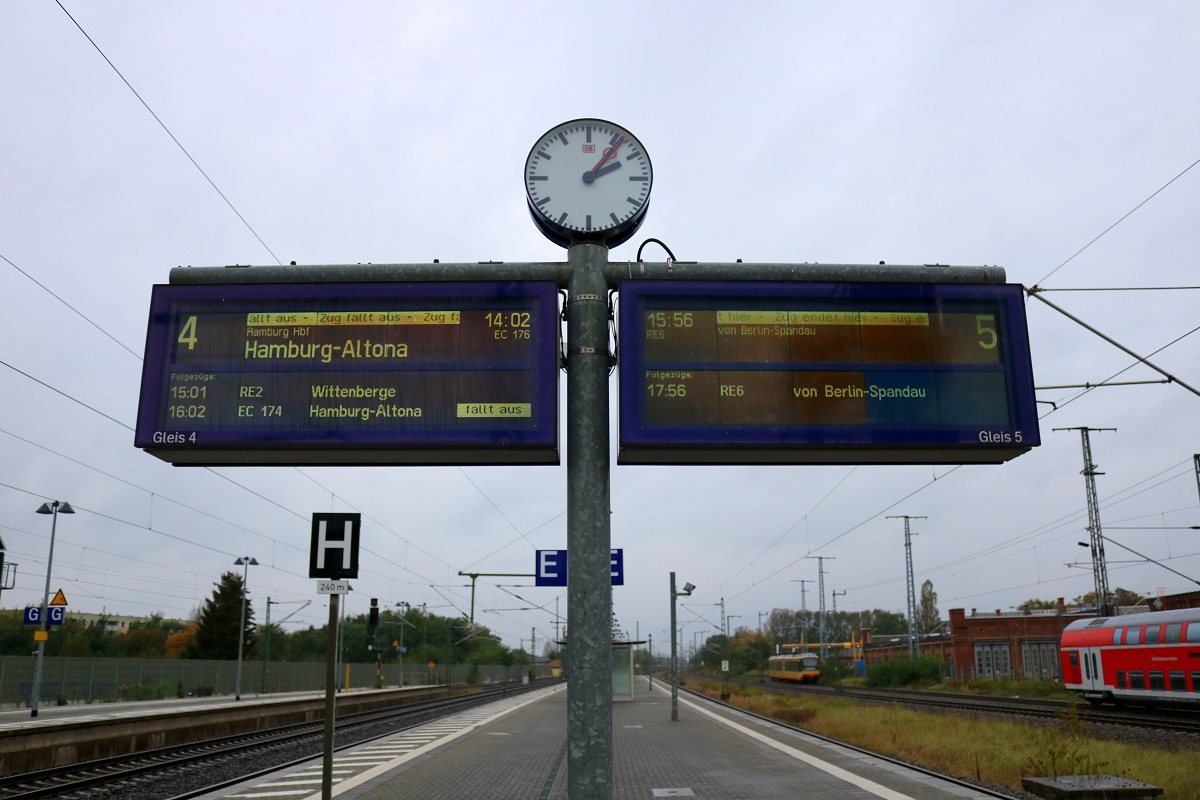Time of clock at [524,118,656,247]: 2:06
